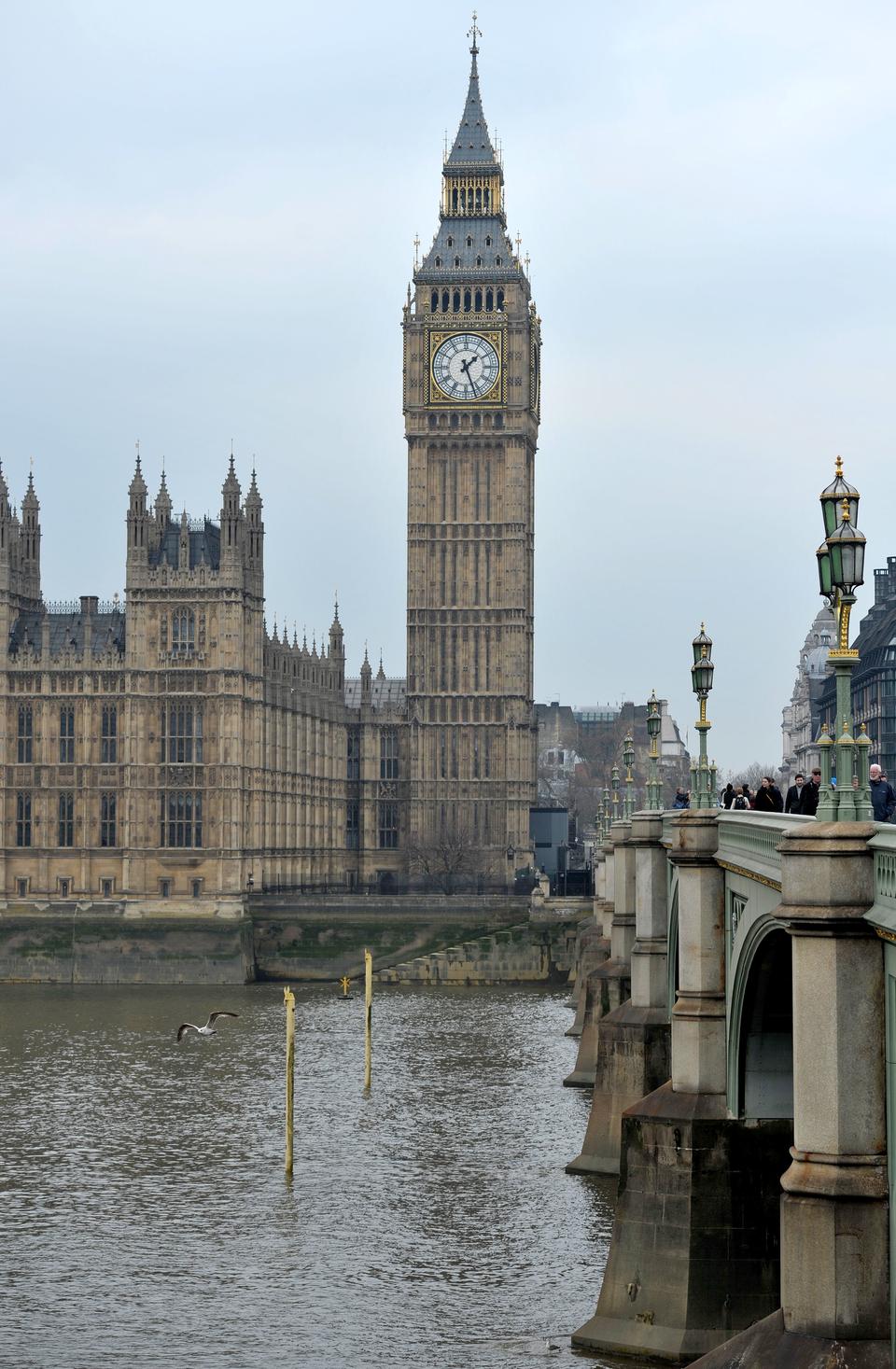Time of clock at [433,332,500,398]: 1:26
